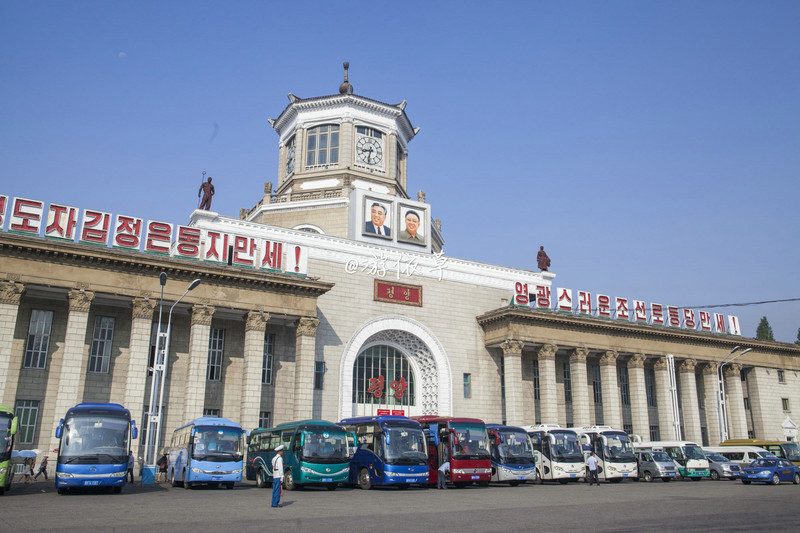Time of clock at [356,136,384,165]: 8:32
